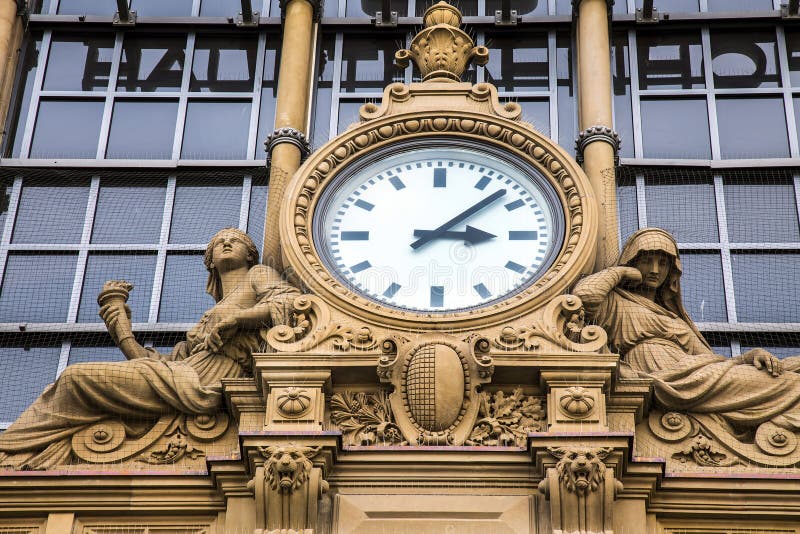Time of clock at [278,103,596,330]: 3:07
